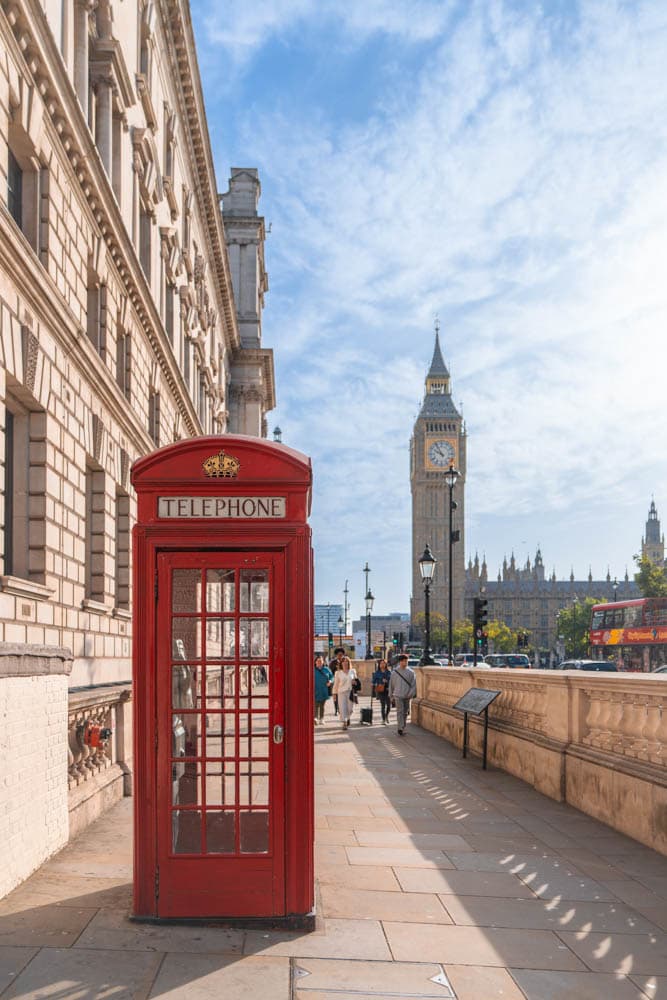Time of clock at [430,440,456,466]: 9:54
